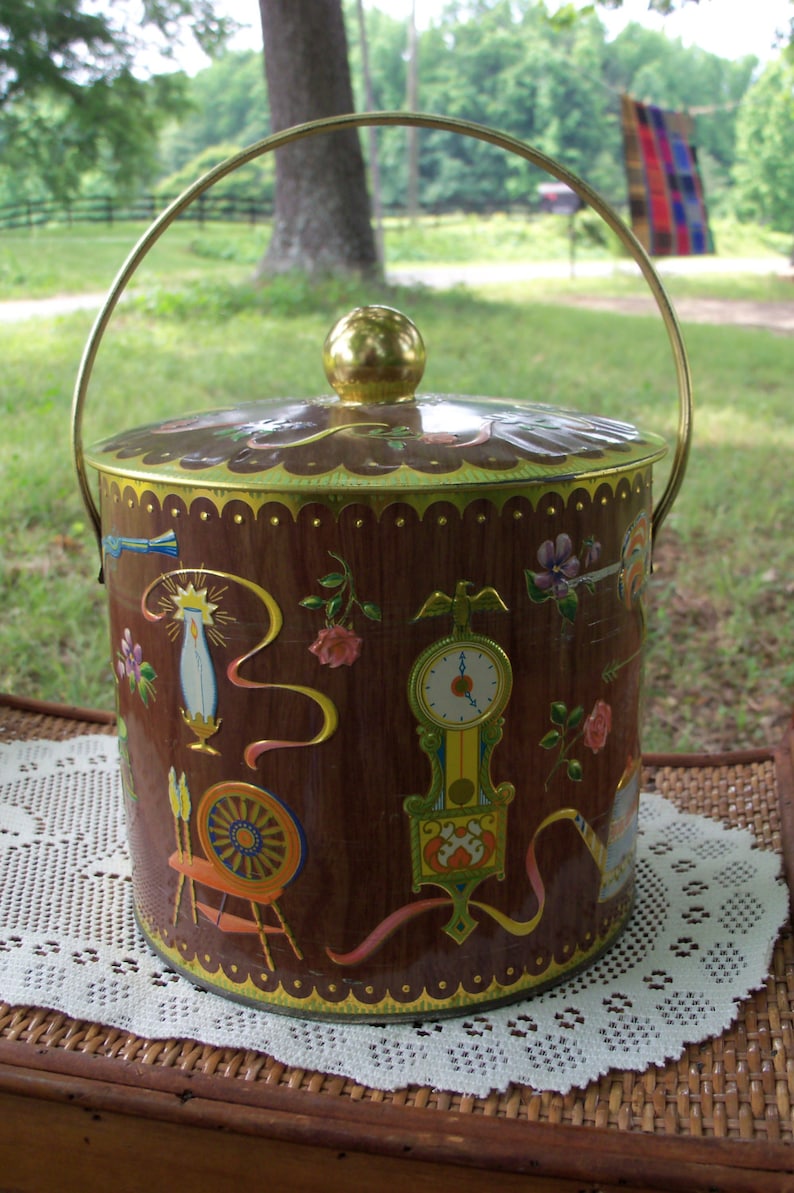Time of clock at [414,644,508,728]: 4:59
